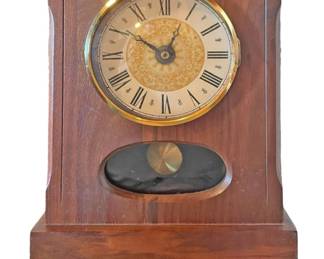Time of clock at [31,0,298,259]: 12:50
